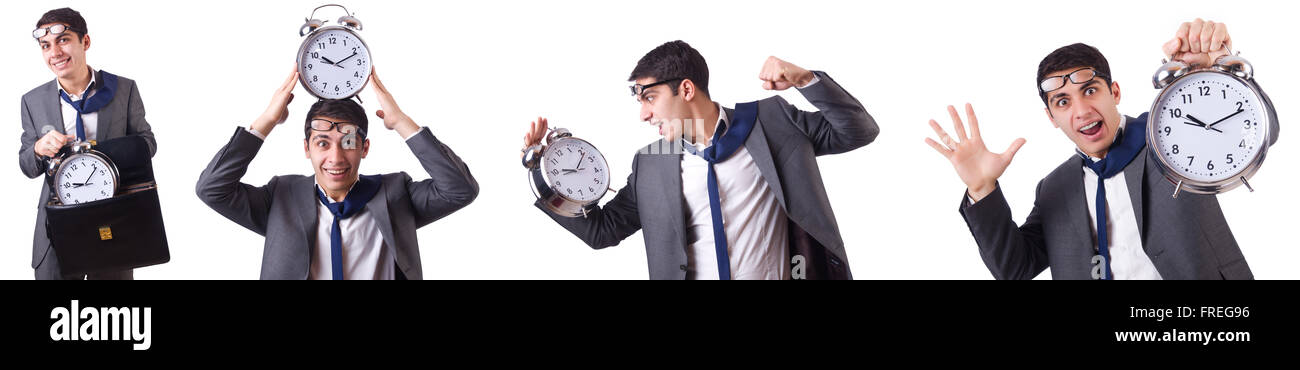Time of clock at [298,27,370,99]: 10:11
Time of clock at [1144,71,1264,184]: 10:11
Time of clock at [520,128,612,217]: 9:06
